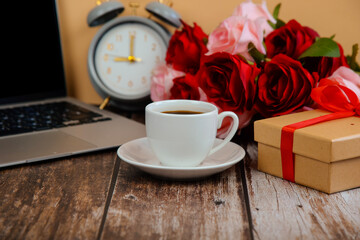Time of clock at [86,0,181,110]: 9:00
